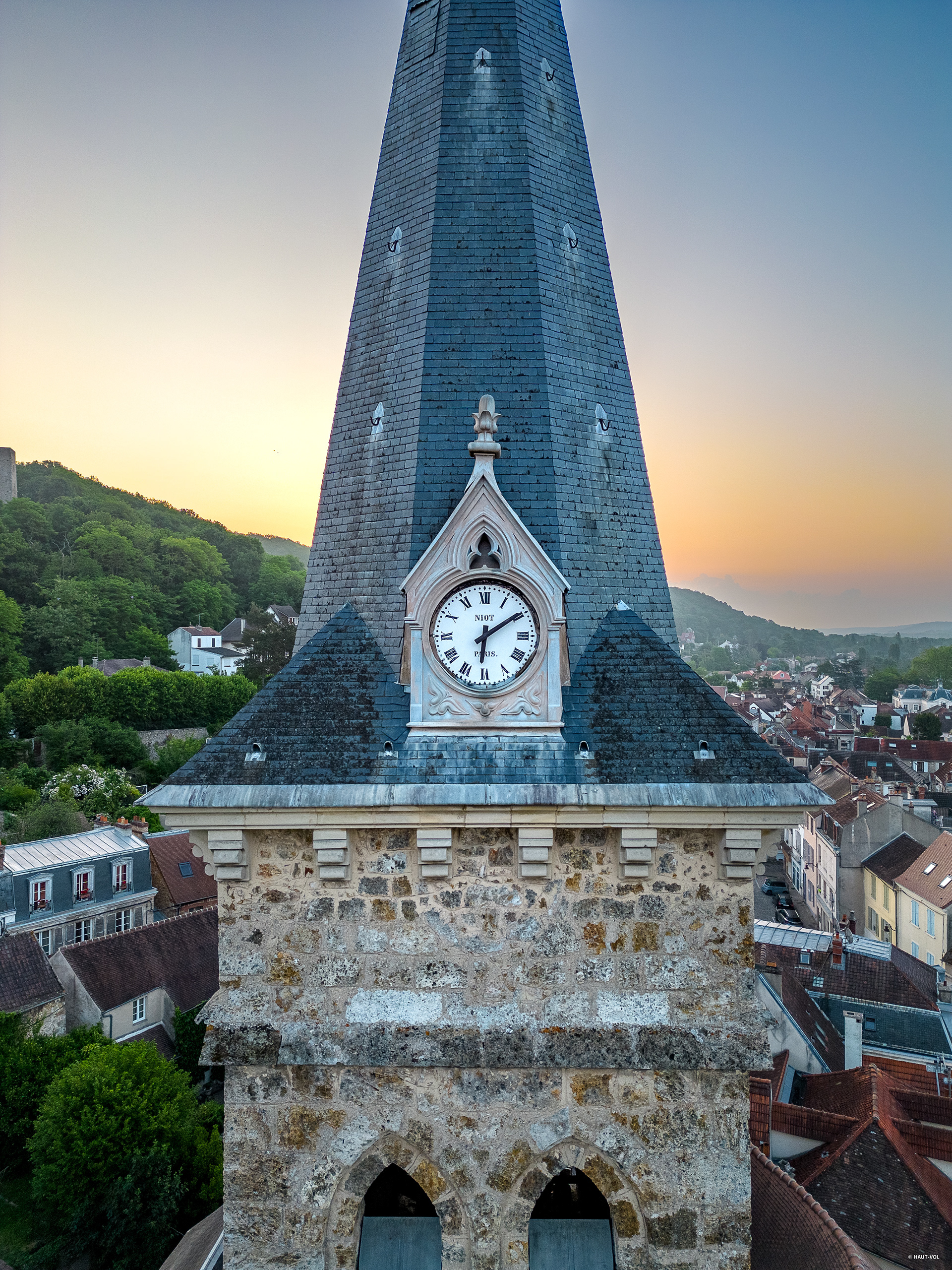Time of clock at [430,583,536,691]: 6:09
